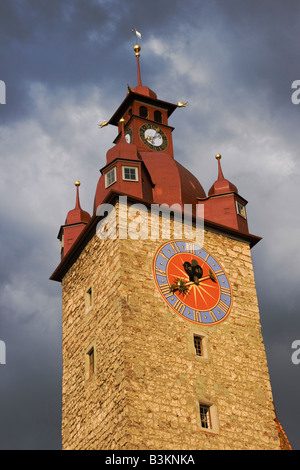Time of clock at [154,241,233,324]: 10:40
